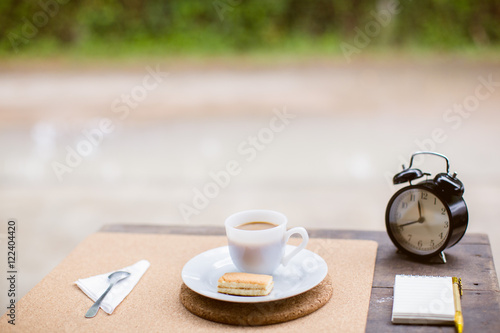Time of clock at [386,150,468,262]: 11:41
